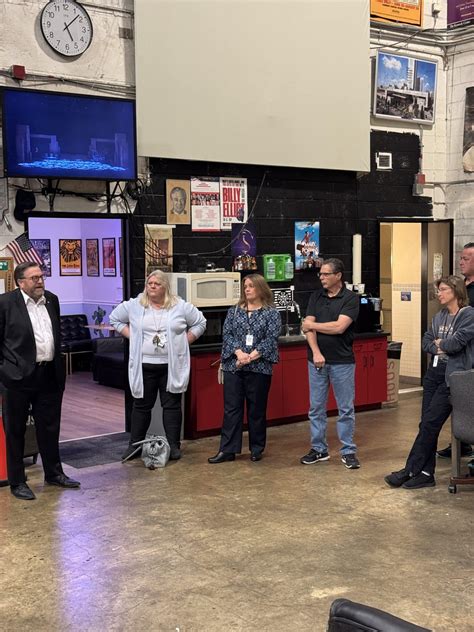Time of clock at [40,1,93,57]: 5:07
